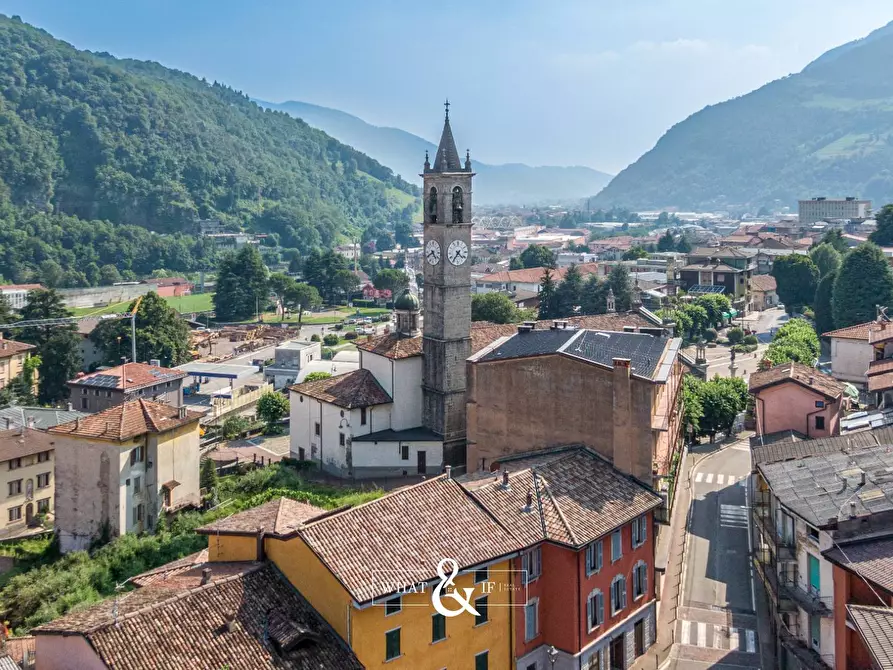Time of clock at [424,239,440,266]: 4:40
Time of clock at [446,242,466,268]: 4:35
